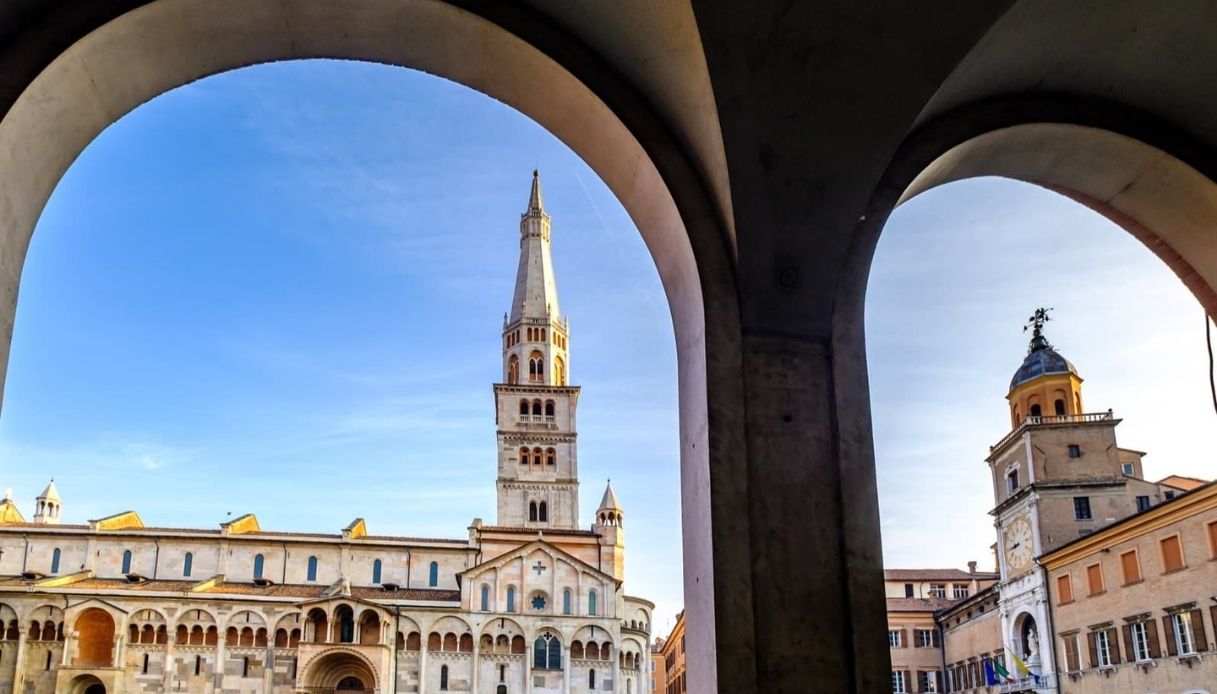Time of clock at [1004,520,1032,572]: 8:44
